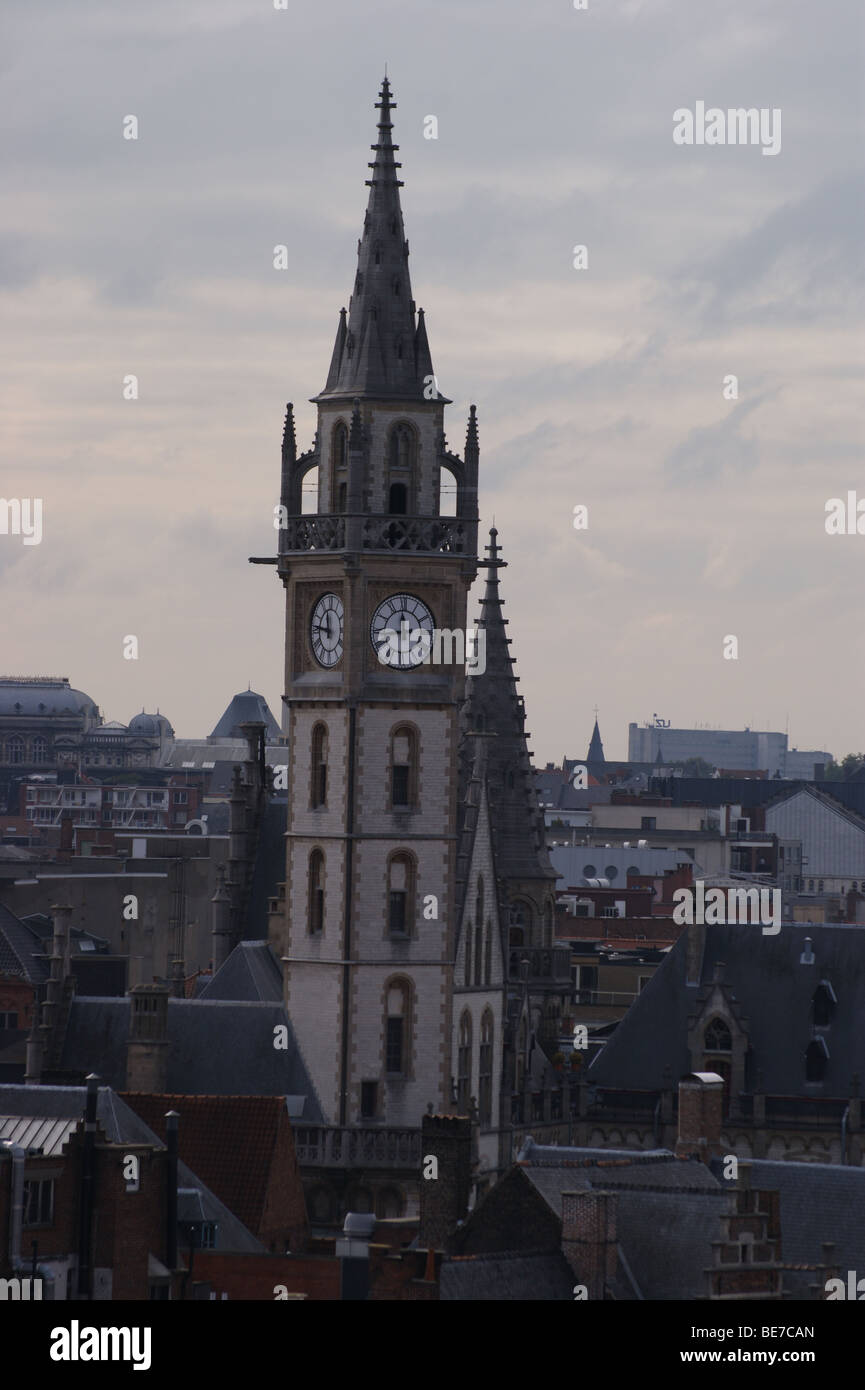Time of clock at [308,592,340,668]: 11:46
